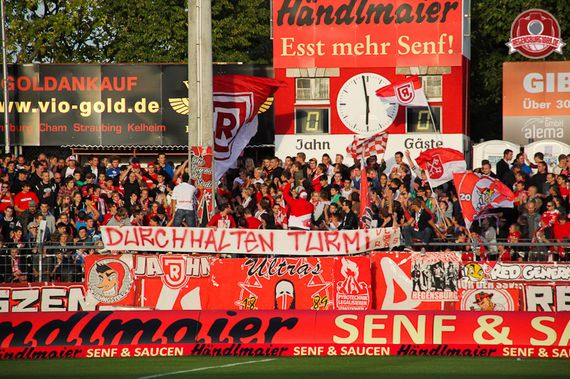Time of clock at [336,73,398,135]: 5:58
